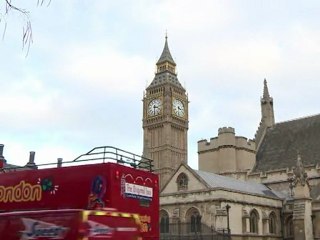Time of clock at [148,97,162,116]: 3:30
